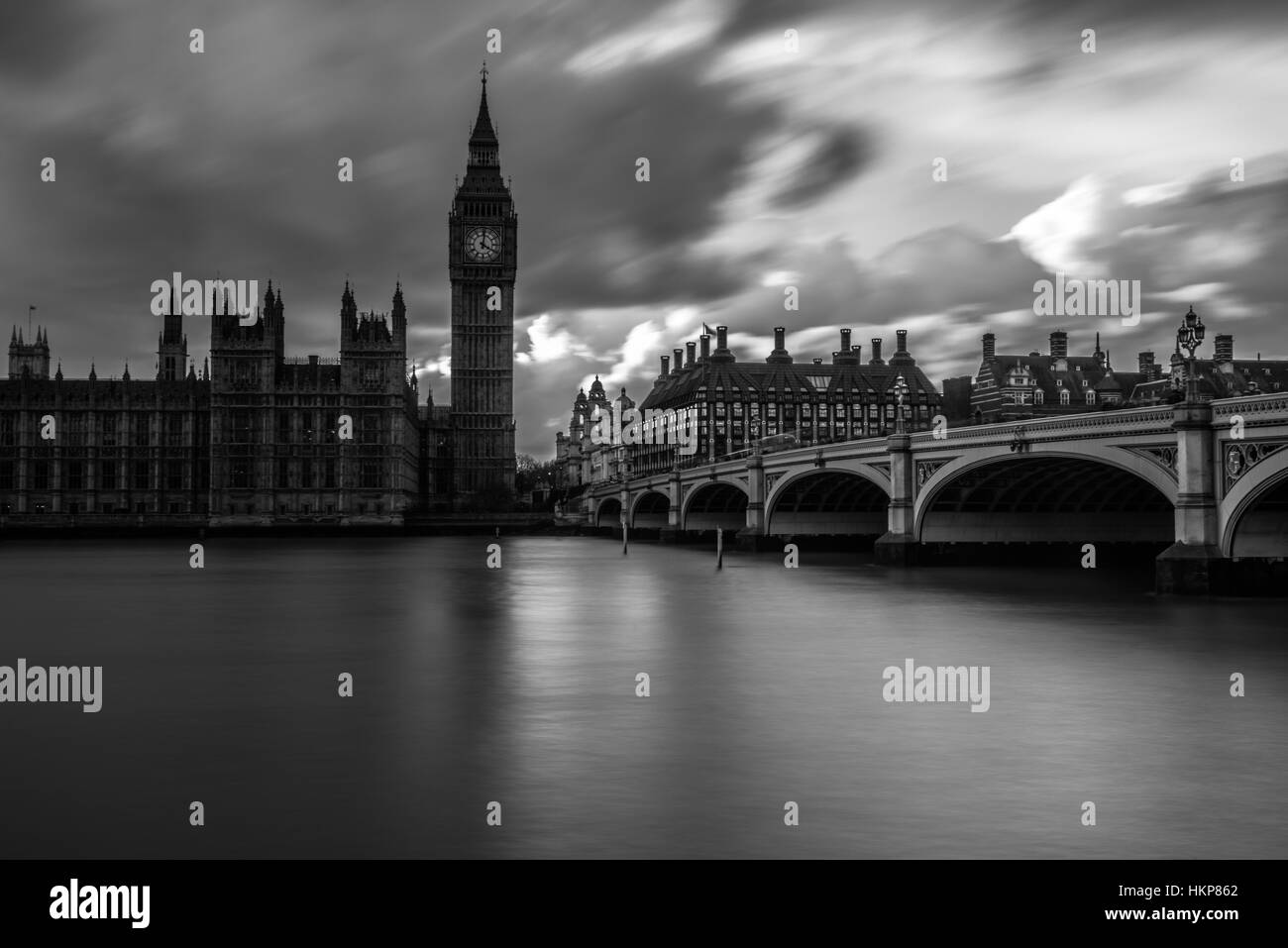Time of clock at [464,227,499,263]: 4:01
